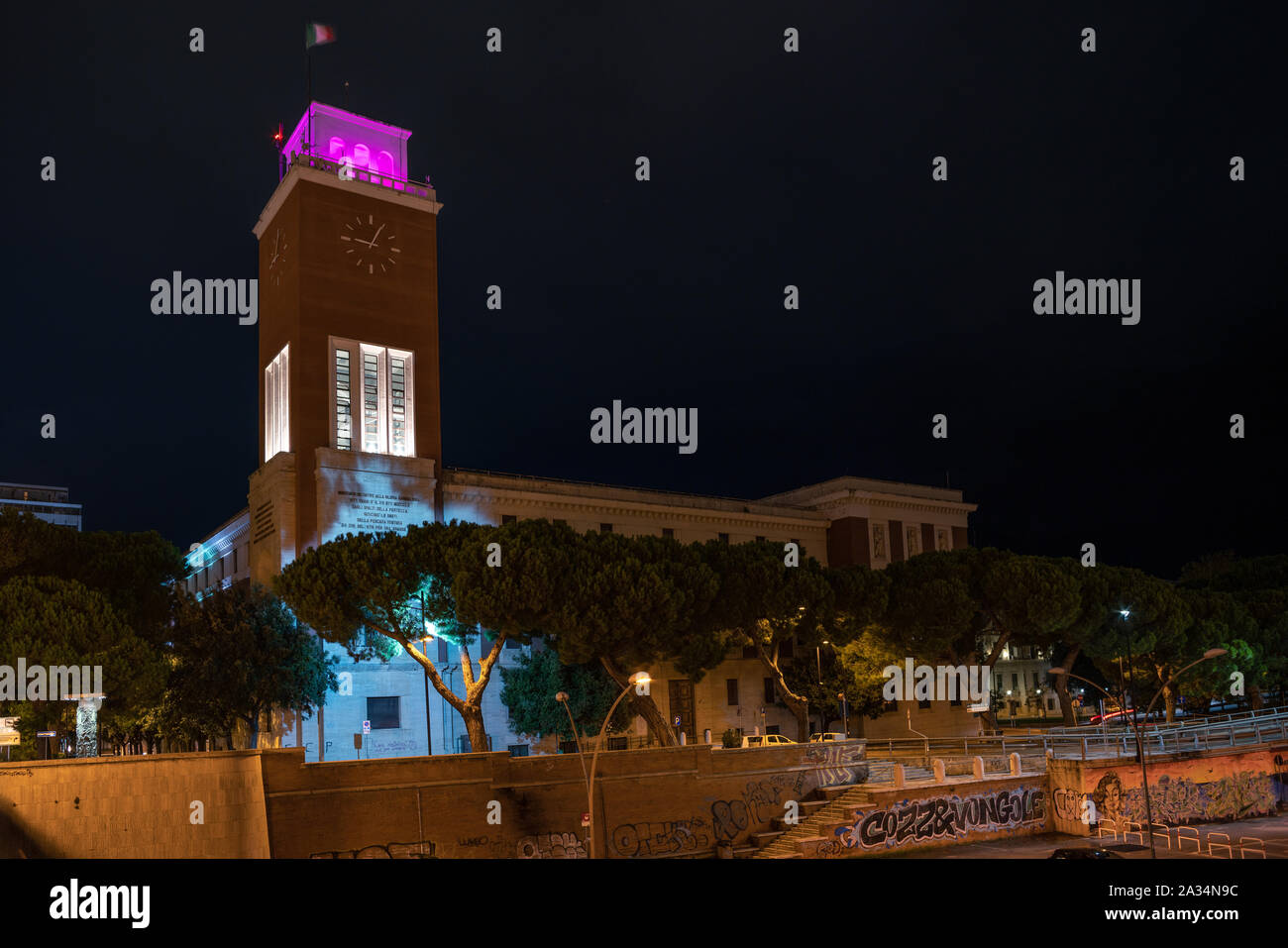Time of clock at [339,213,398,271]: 9:04
